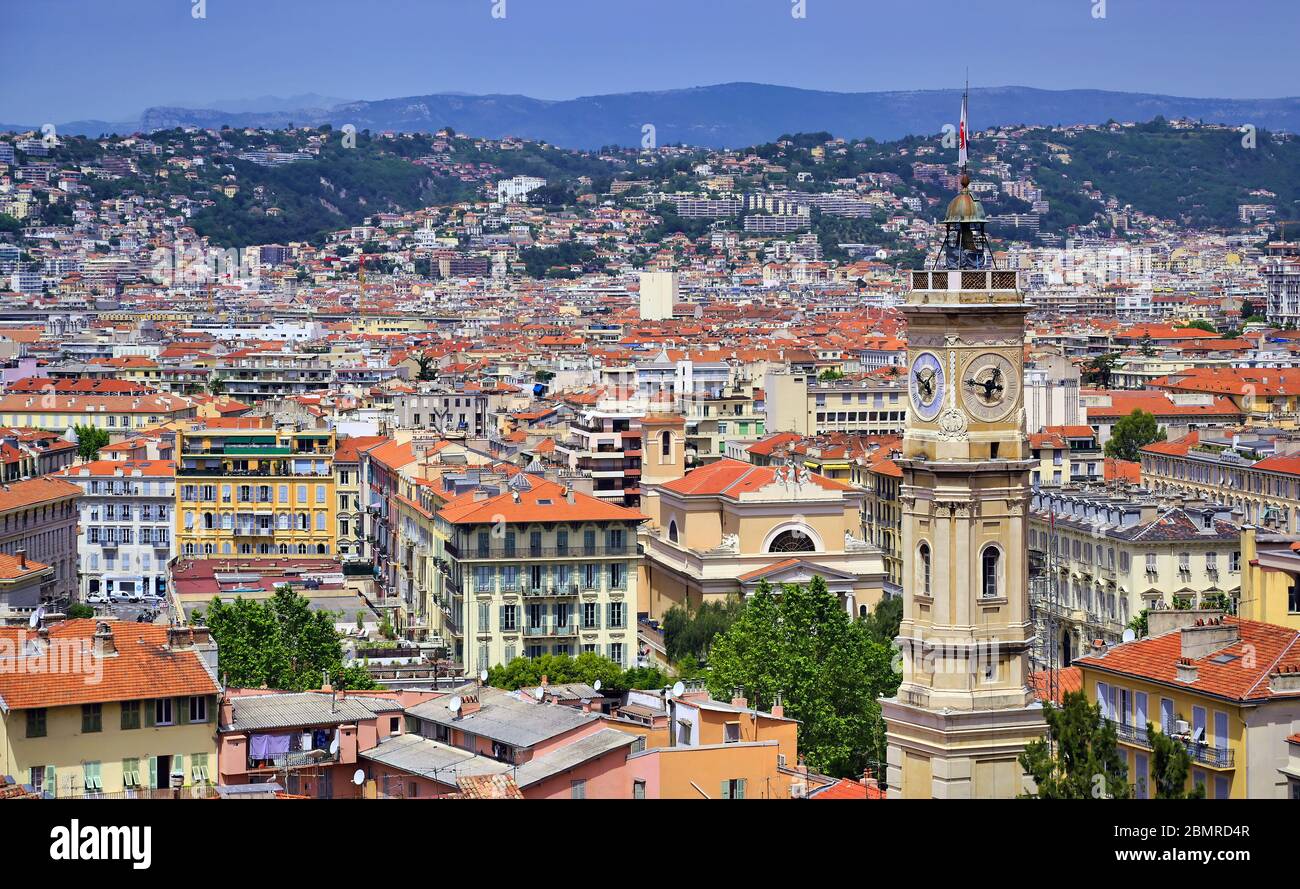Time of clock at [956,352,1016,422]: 12:46
